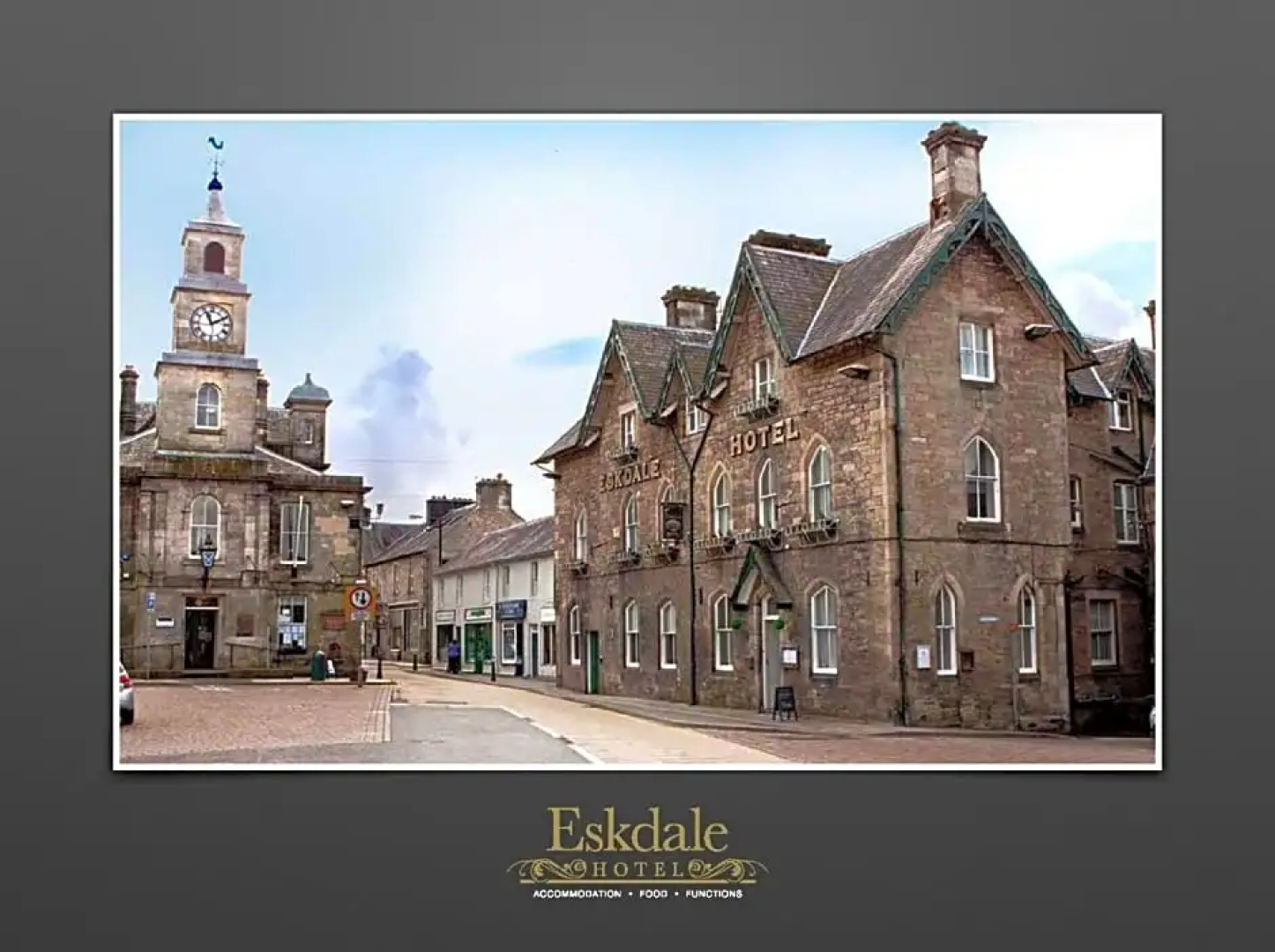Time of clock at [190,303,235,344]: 11:10
